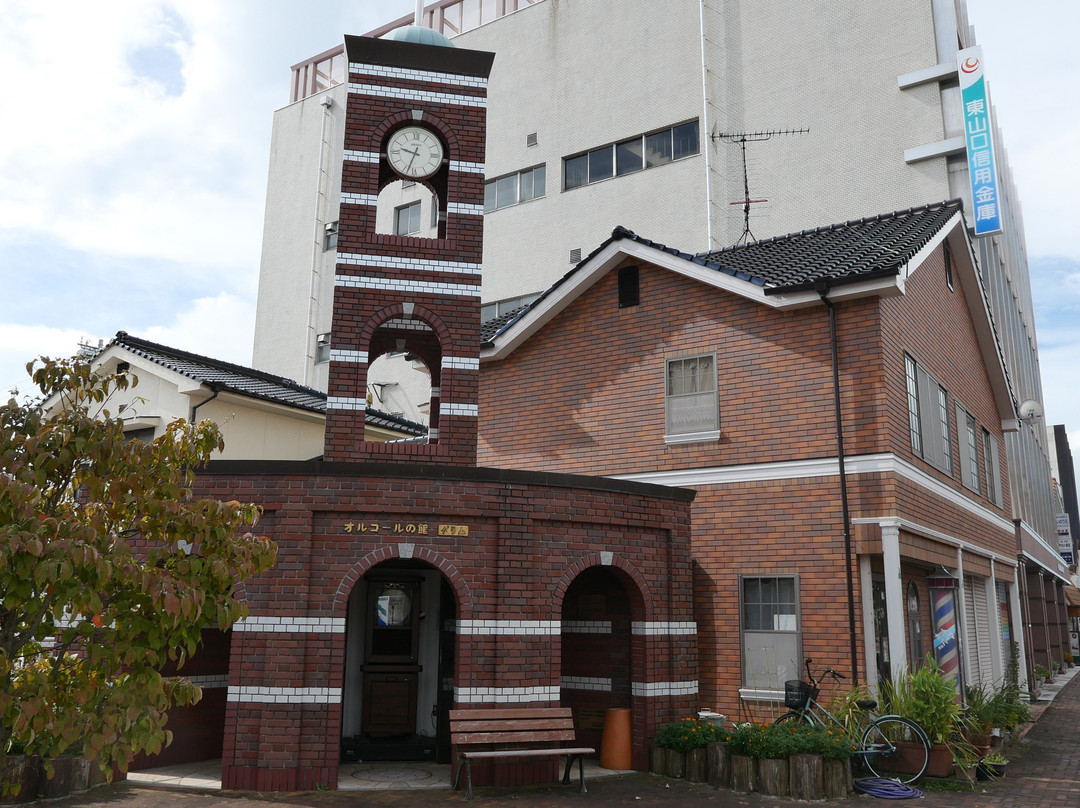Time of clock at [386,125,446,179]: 9:33
